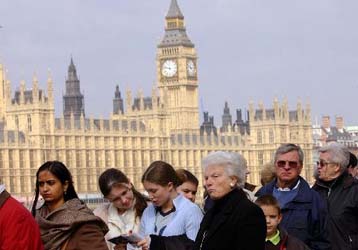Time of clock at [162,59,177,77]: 11:47
